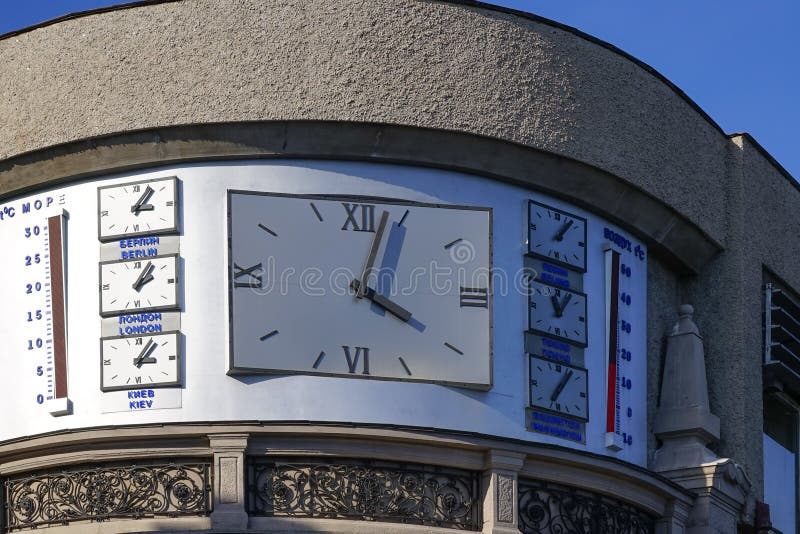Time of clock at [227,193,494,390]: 4:02
